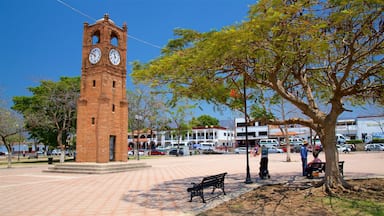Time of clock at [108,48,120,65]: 11:32
